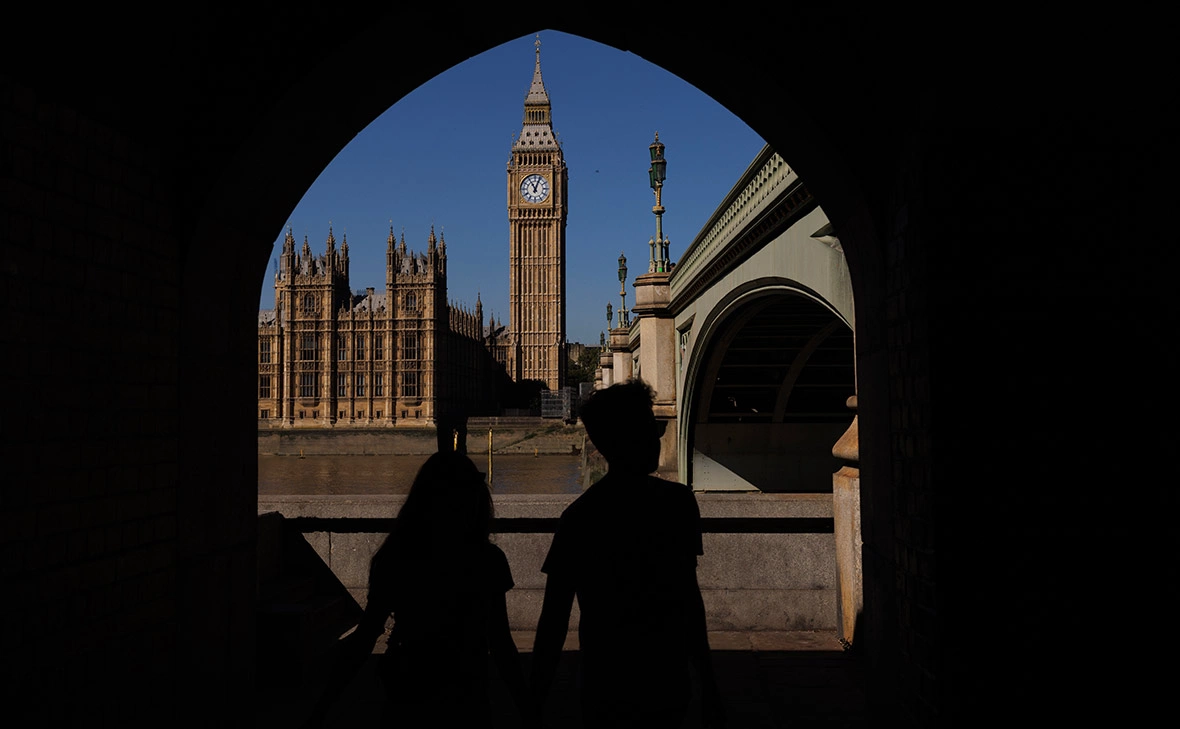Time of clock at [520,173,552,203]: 11:03
